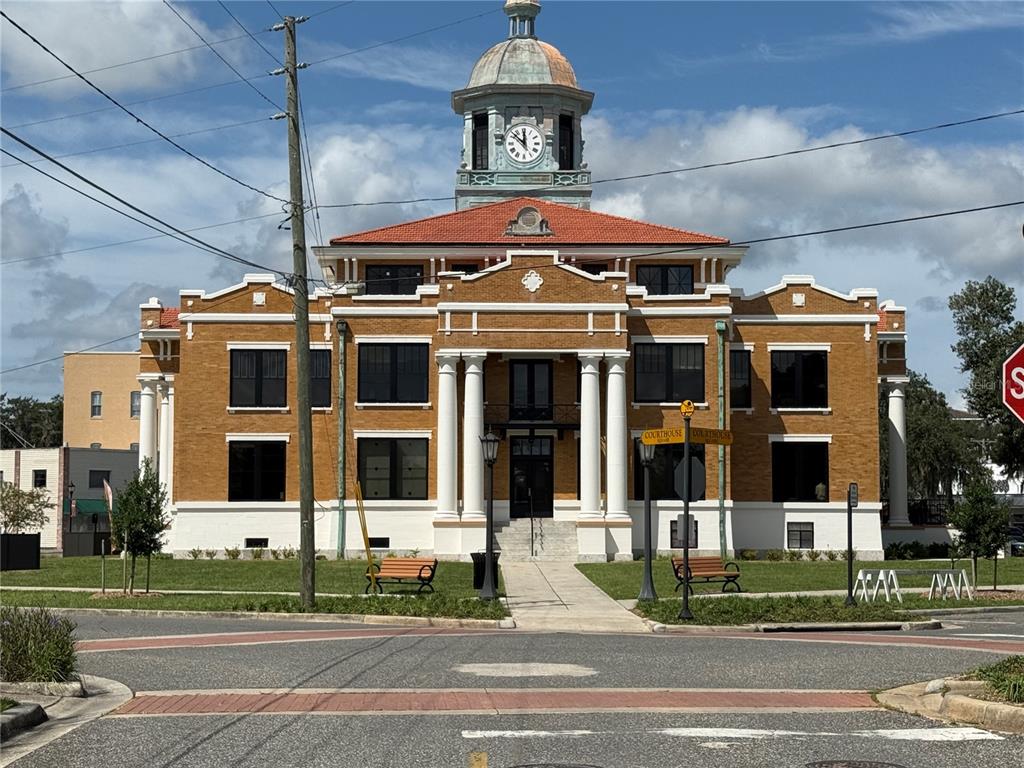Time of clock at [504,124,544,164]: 11:52
